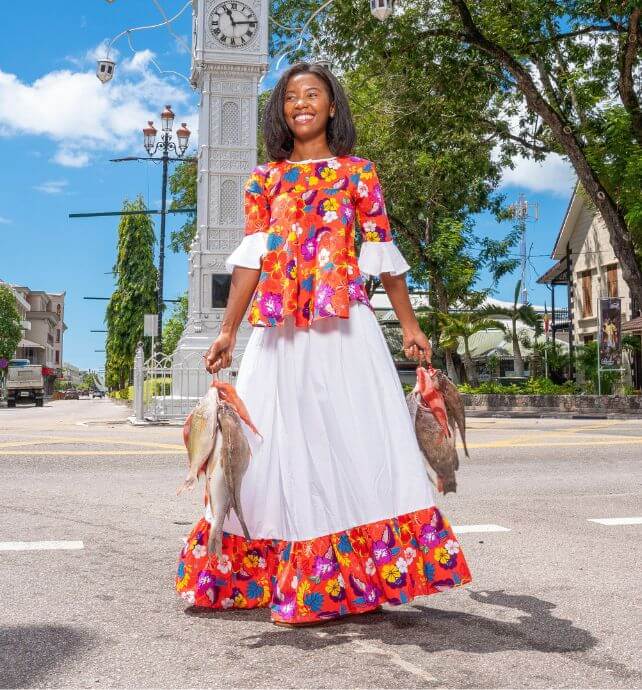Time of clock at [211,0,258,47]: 11:13
